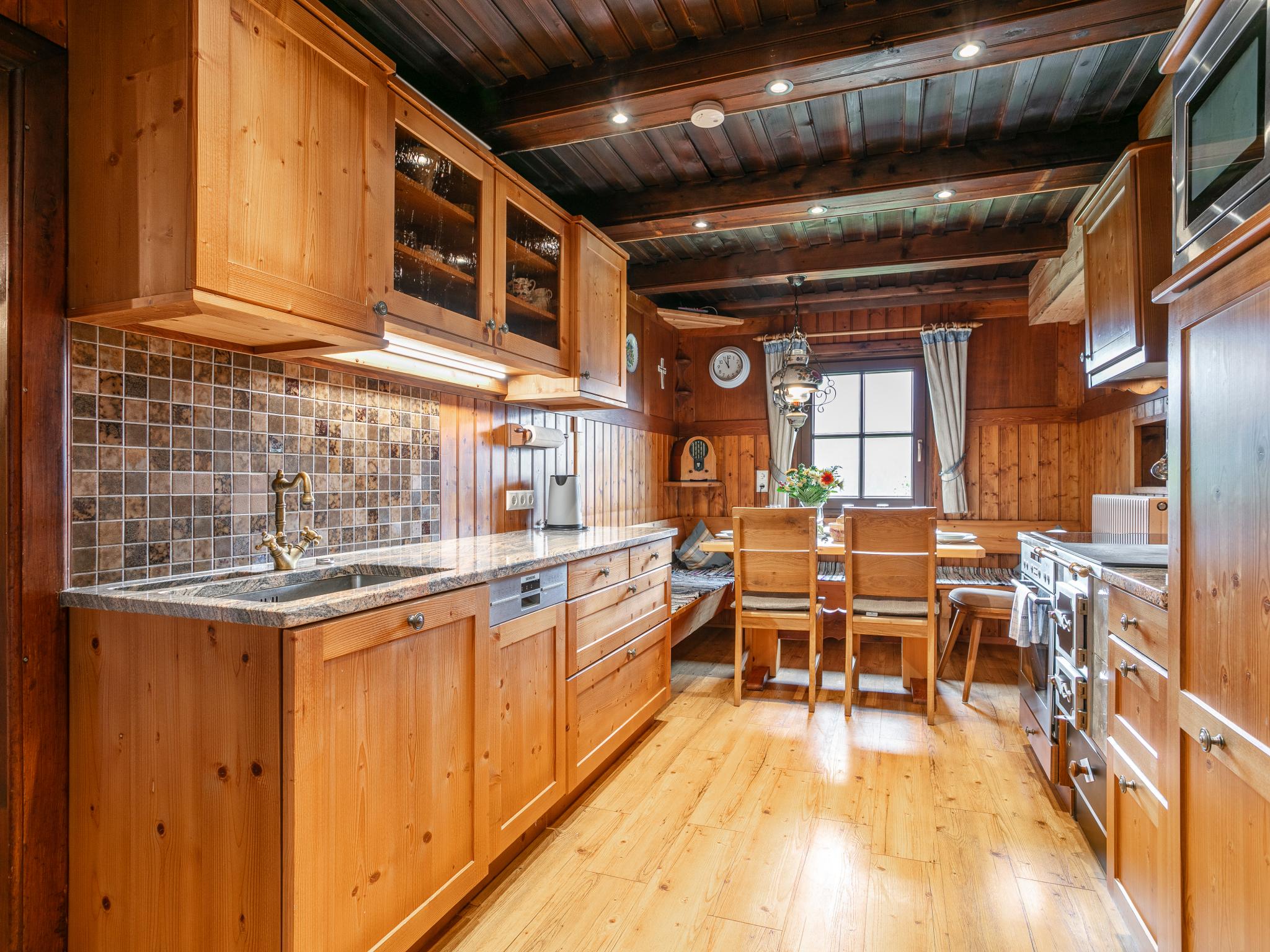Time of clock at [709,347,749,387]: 10:59
